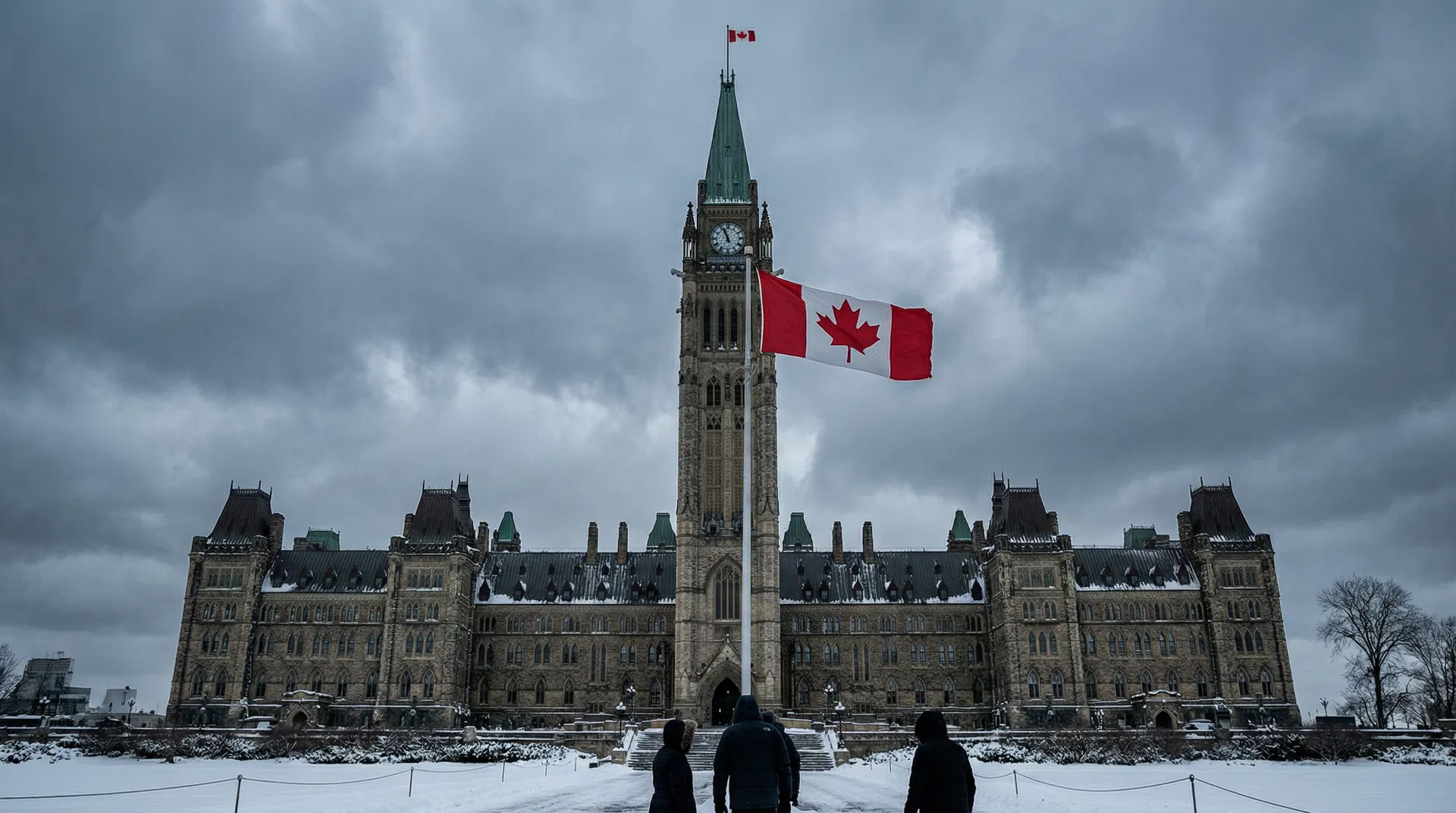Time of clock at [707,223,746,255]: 10:56
